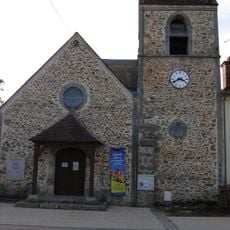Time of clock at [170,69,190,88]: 3:40
